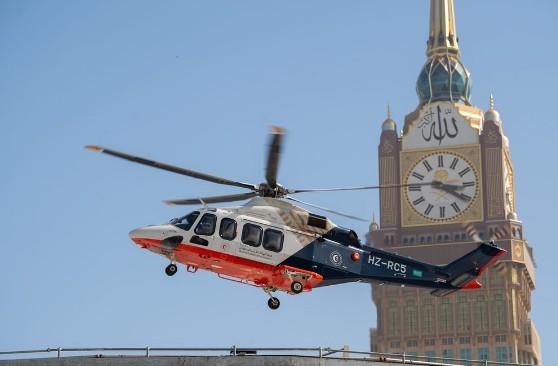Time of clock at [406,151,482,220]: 3:20
